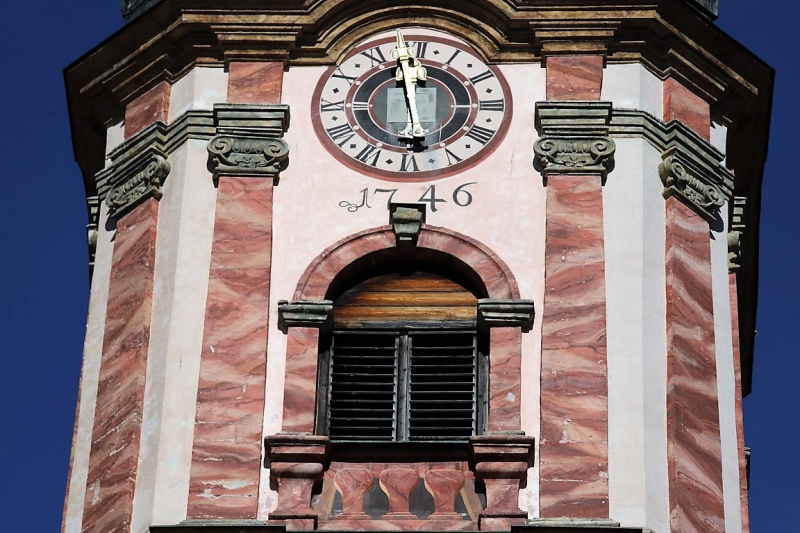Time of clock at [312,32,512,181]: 5:57
